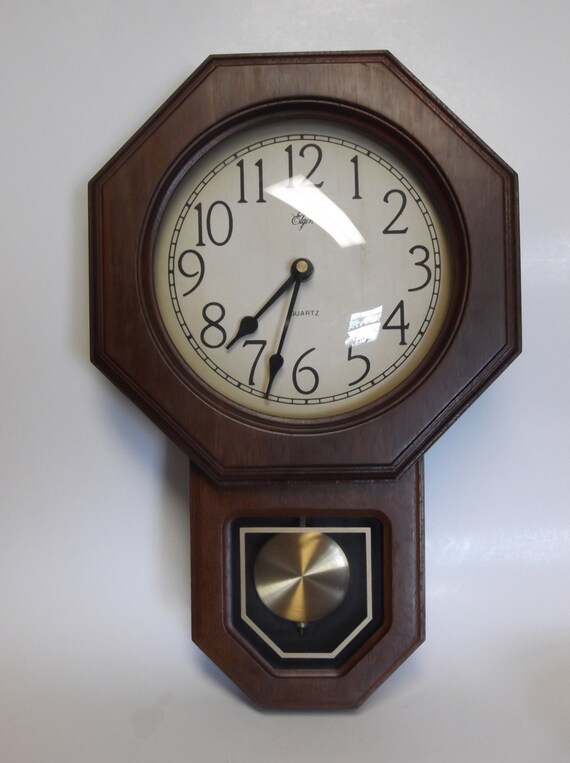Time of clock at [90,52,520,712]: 7:33
